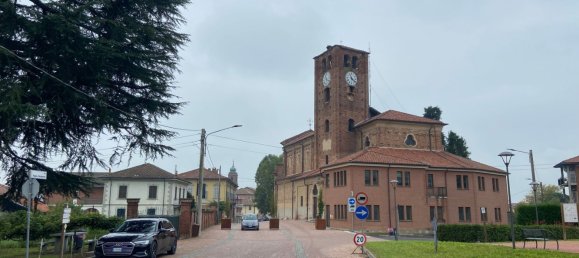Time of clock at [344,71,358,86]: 11:21
